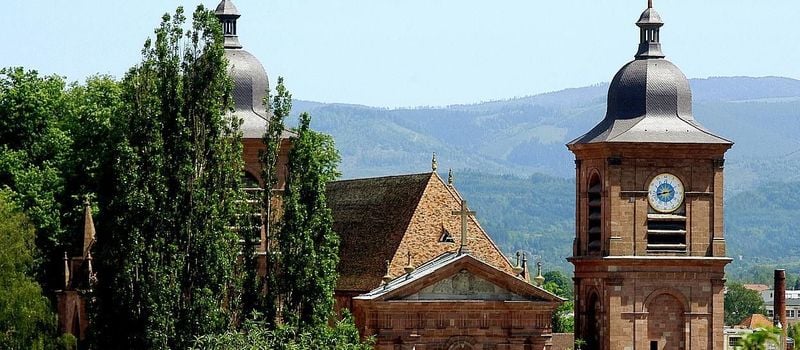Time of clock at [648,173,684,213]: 8:42
